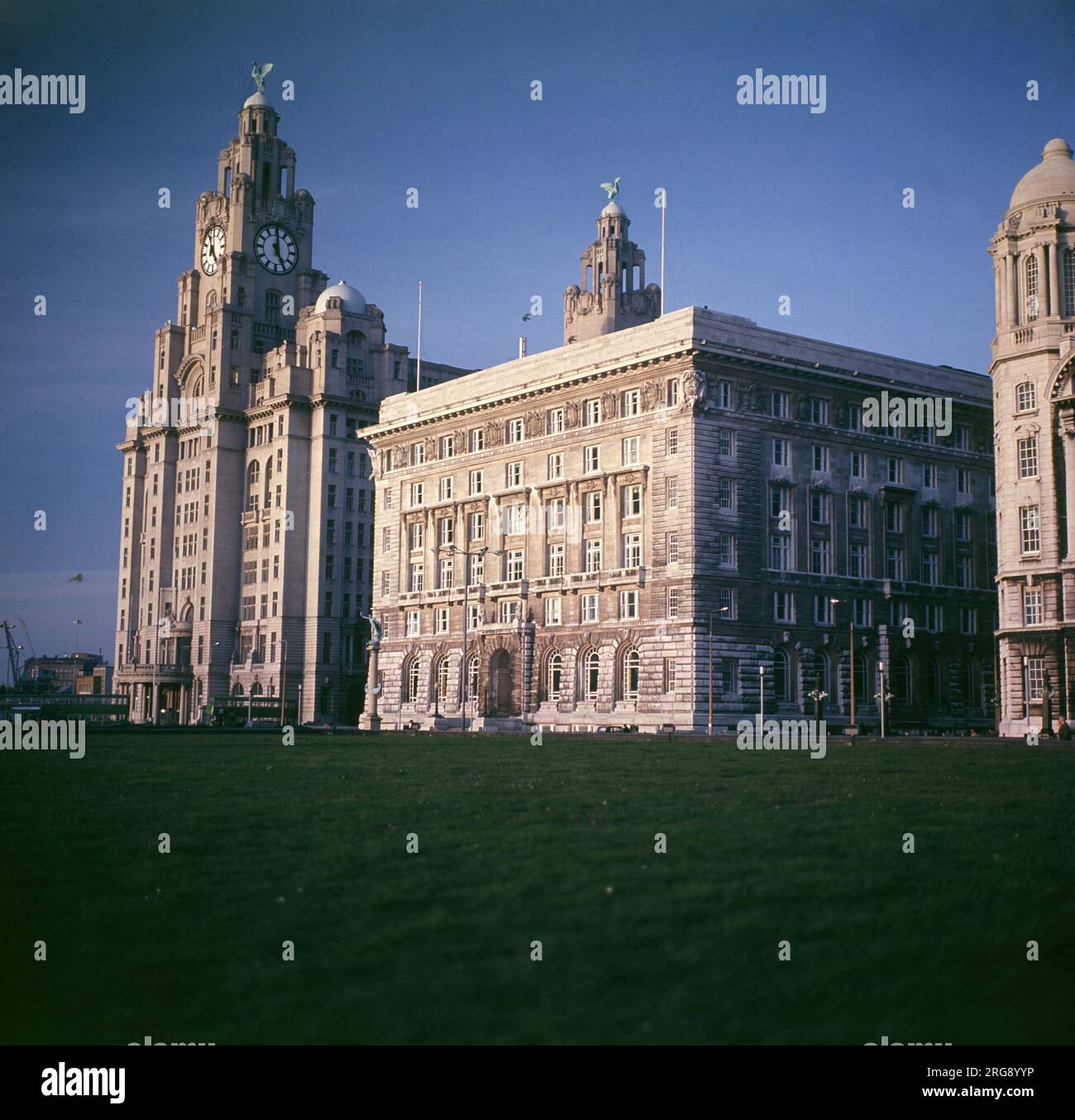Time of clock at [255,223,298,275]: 4:59
